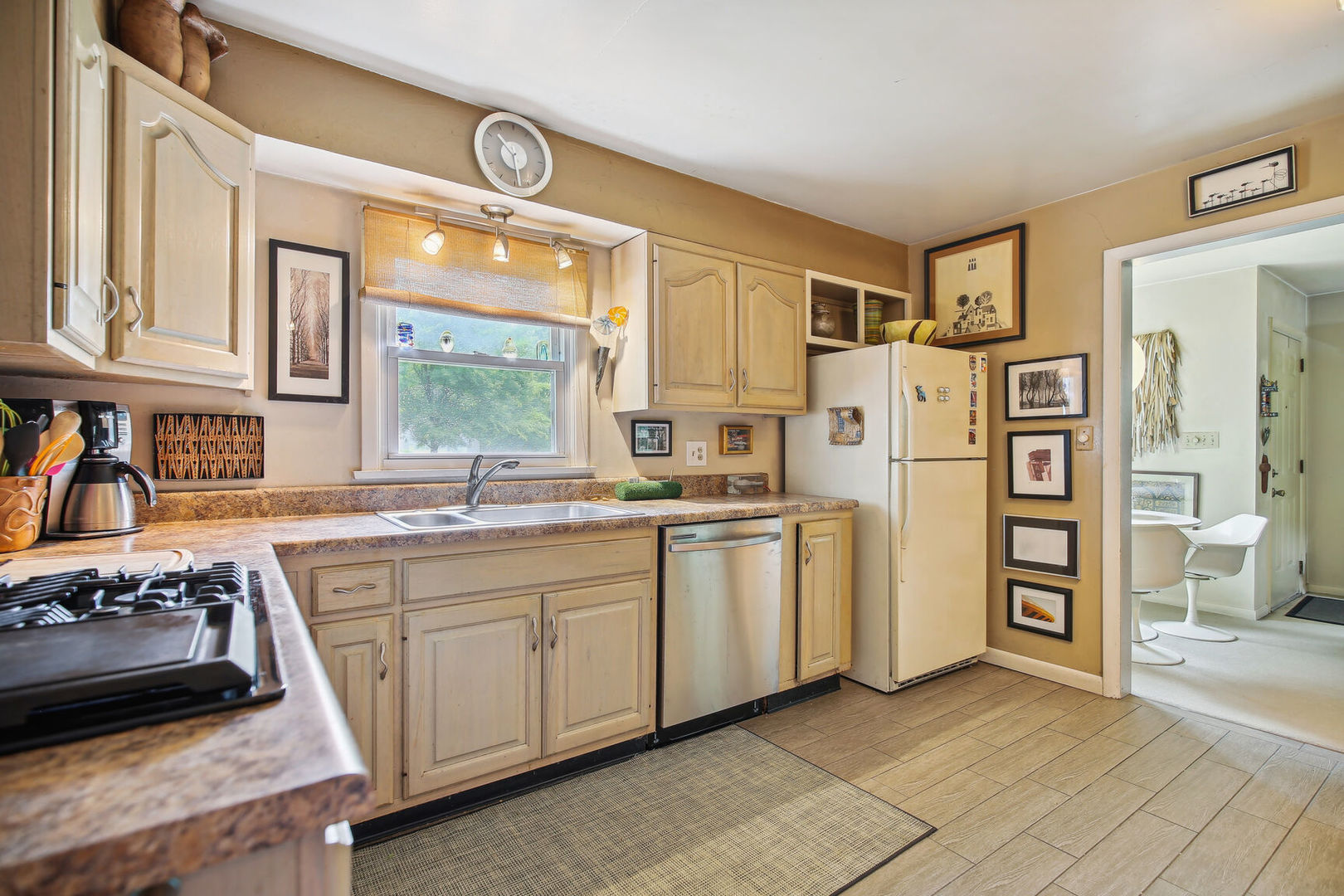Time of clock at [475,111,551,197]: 10:28
